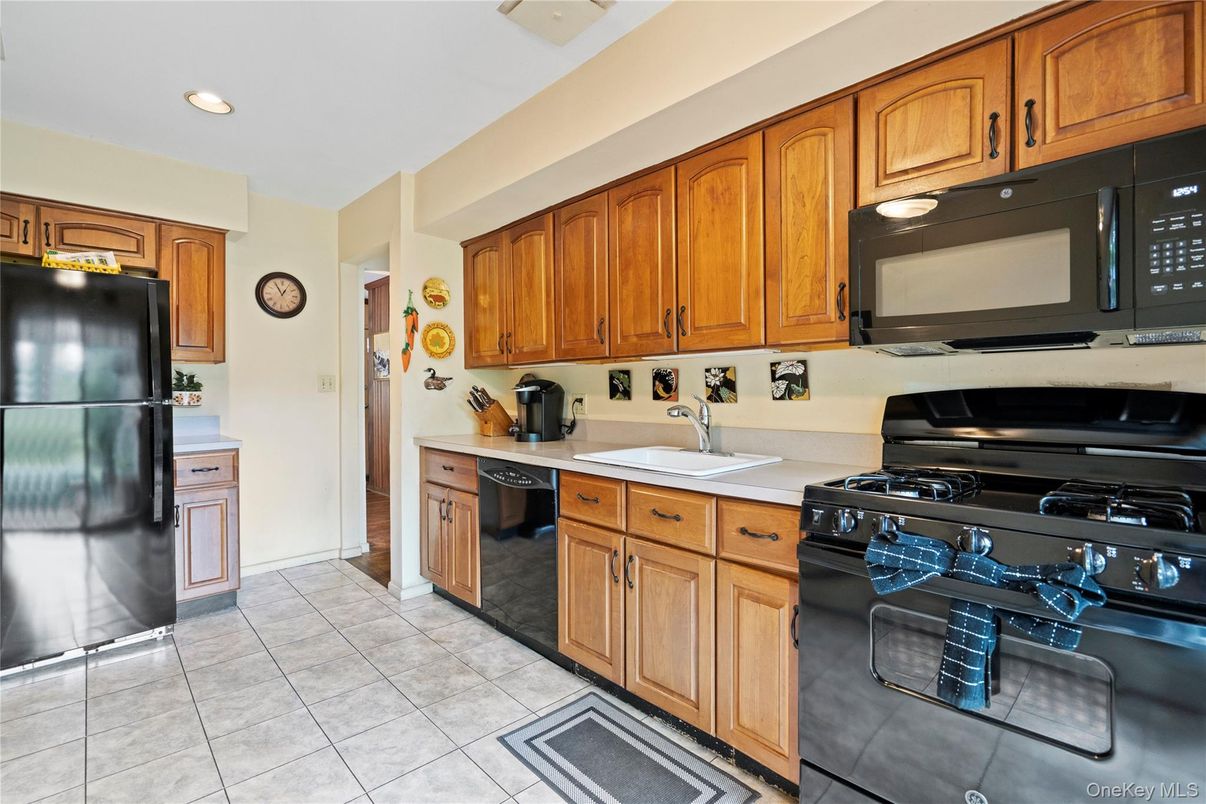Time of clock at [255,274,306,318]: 12:55
